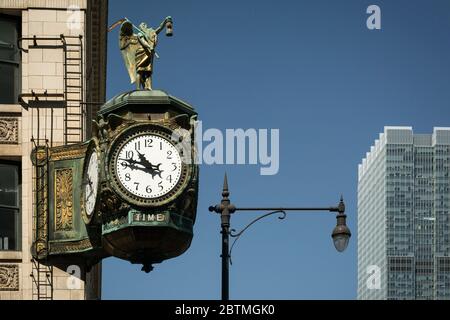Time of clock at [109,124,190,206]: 10:47
